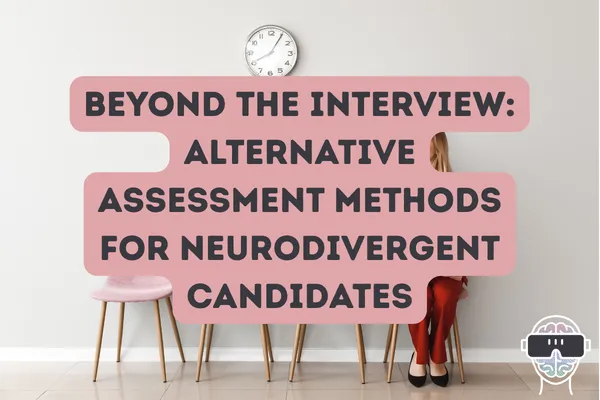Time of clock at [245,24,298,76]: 8:05
